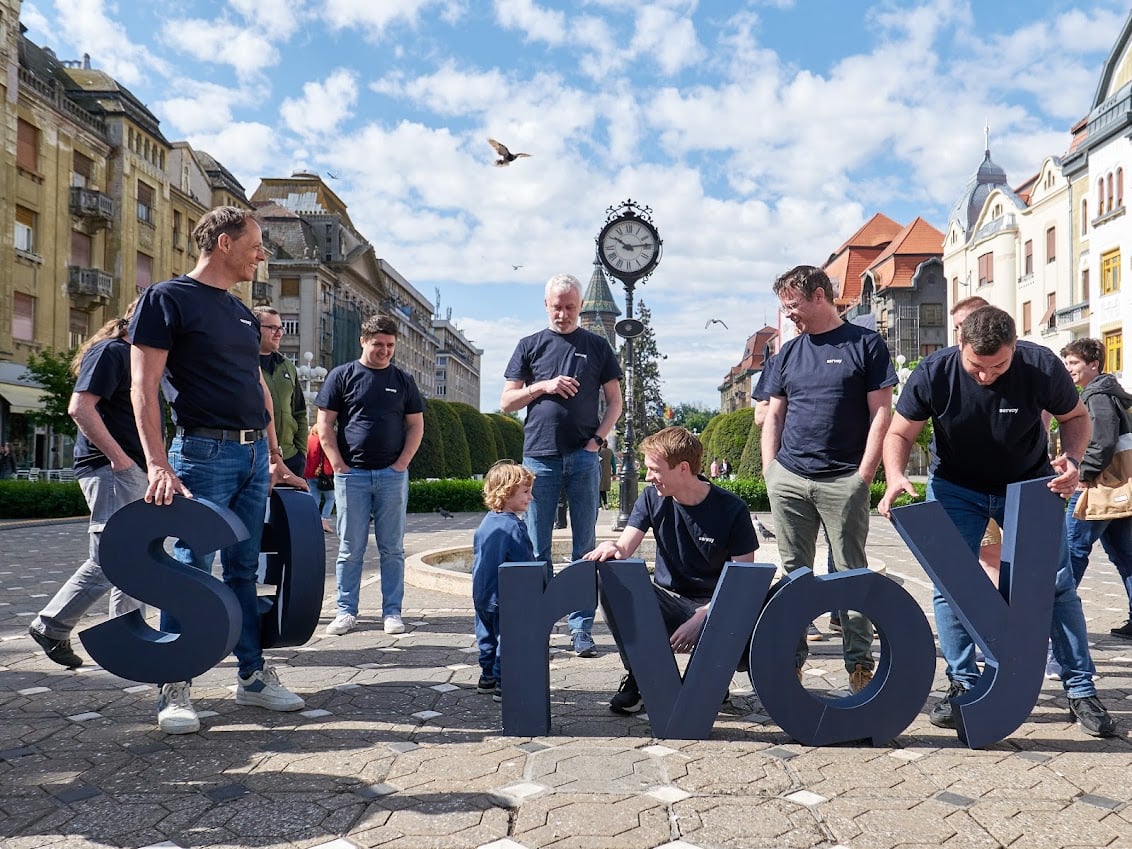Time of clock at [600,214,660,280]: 10:13
